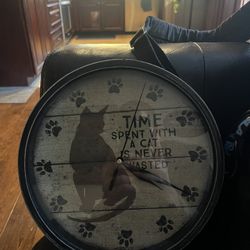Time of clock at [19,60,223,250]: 4:02
